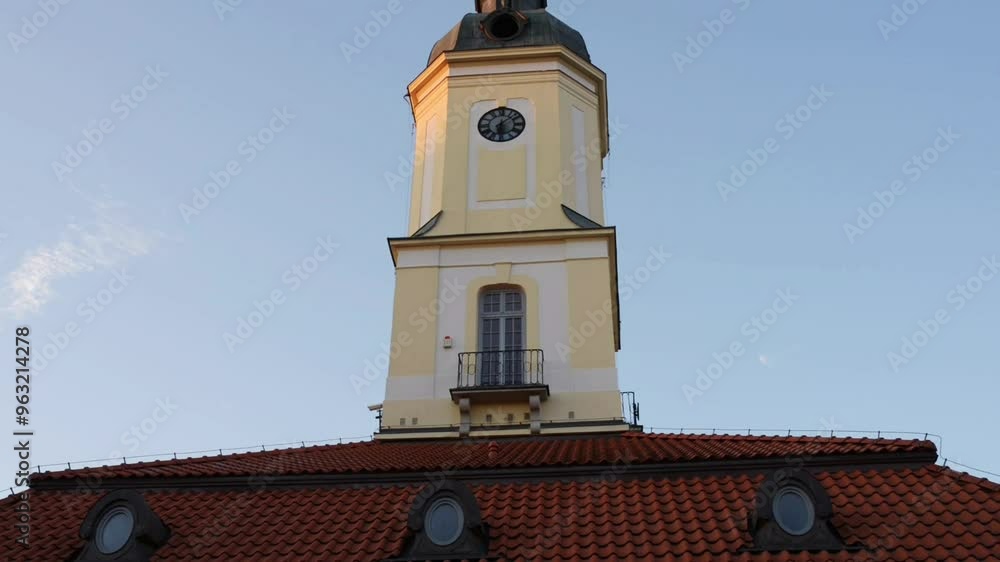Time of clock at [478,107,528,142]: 6:07
